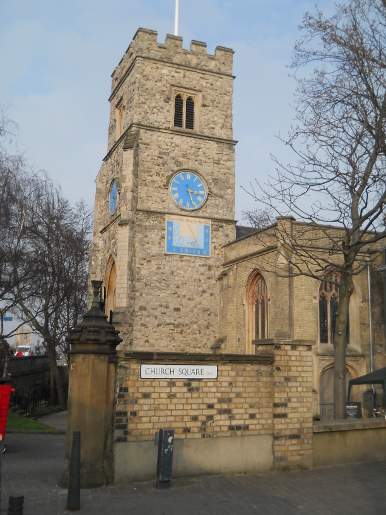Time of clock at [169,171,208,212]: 3:26
